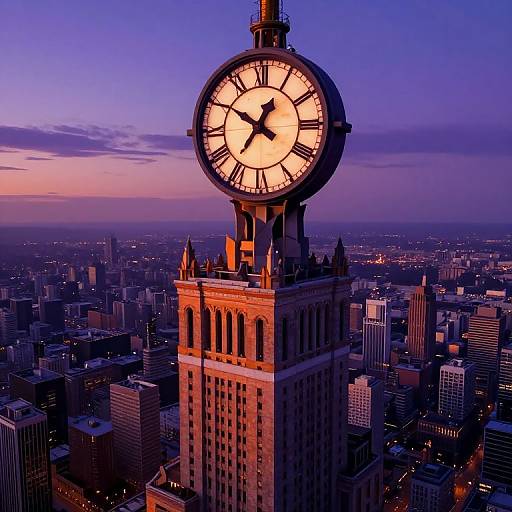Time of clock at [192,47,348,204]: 12:50
